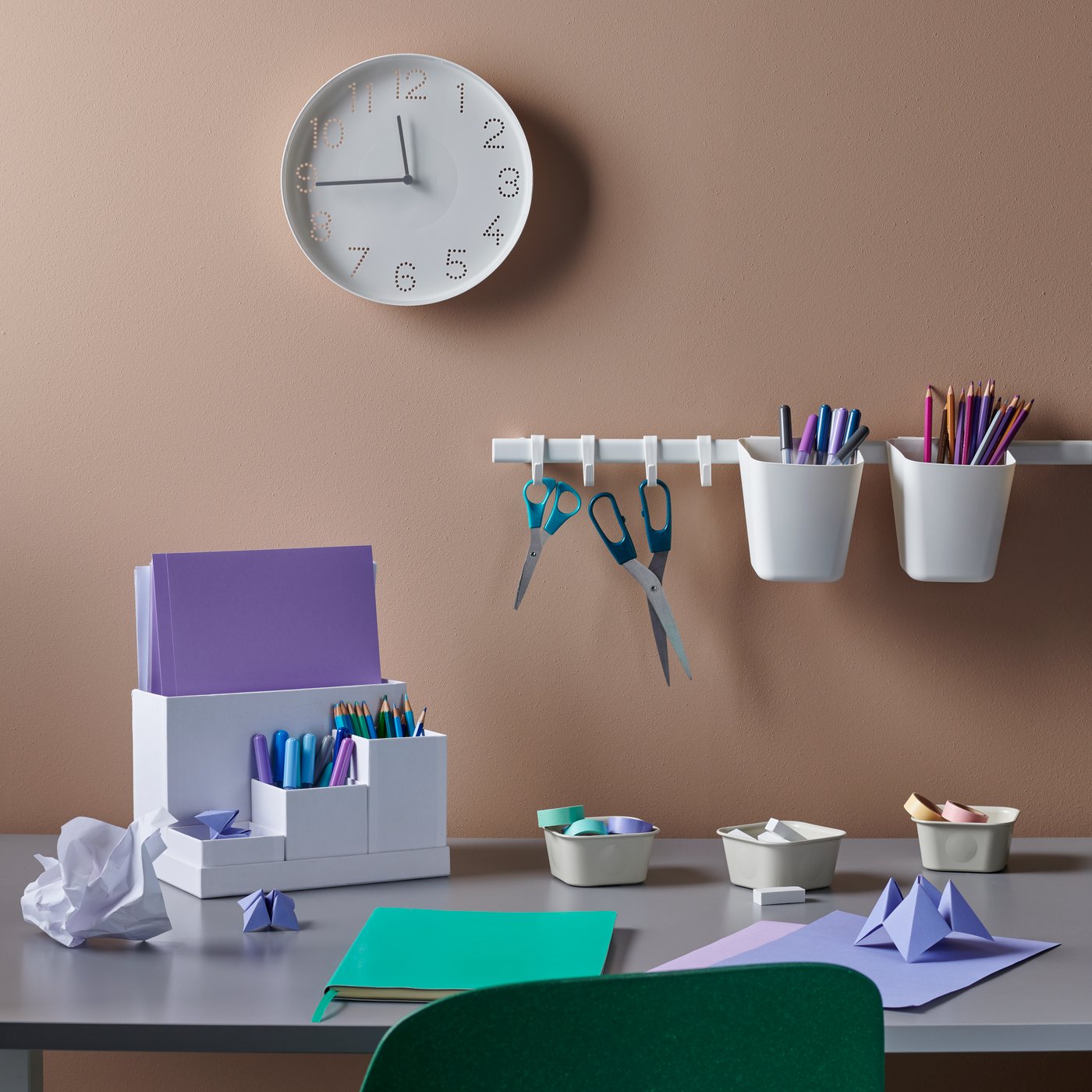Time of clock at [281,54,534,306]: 11:44
